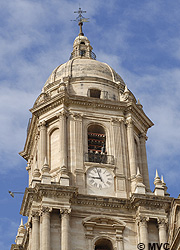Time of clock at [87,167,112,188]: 8:56
